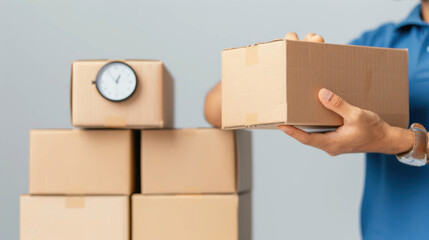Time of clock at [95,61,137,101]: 12:53
